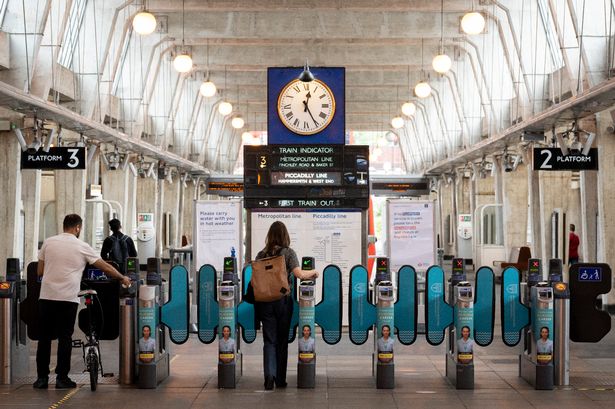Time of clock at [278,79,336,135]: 12:25
